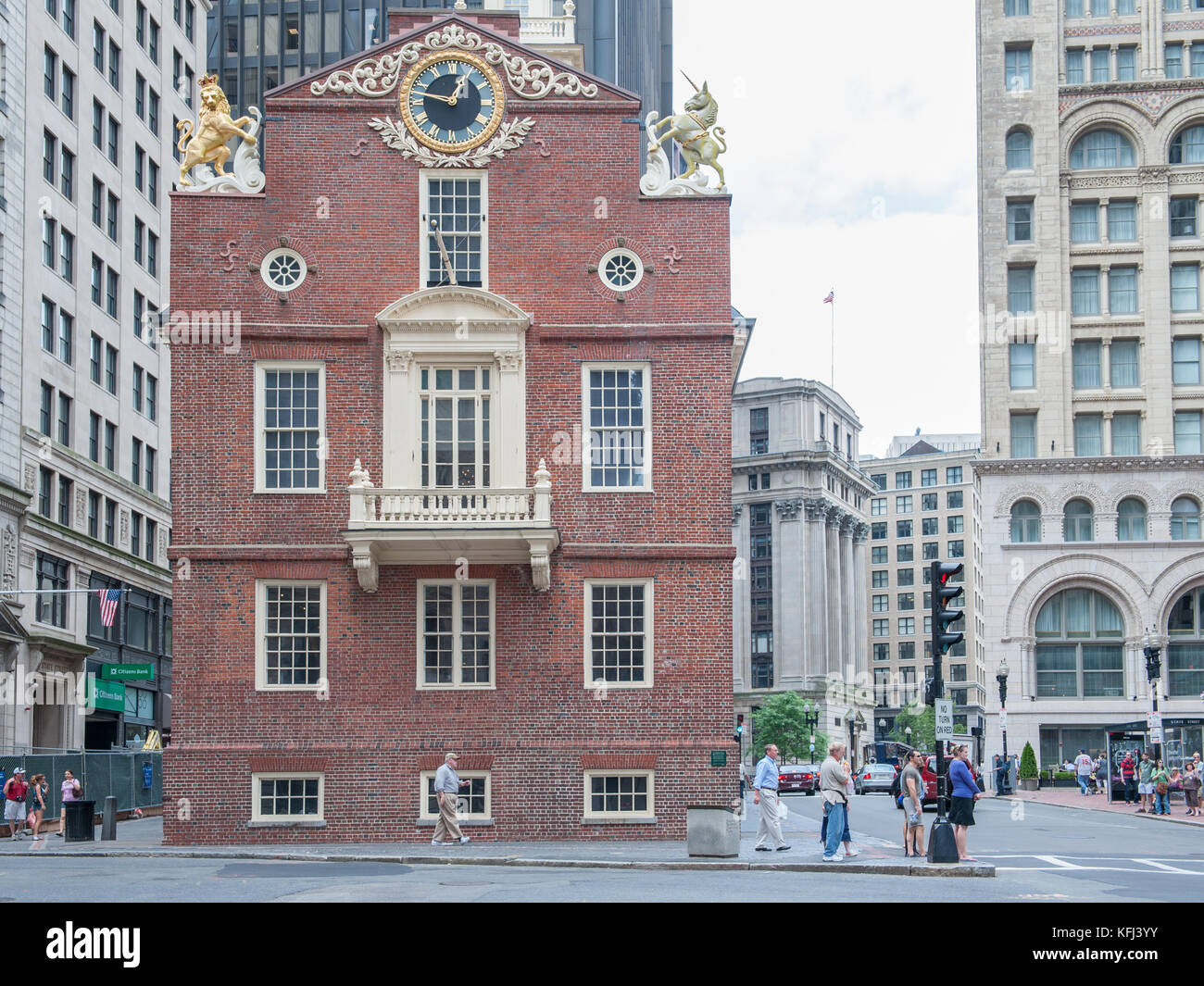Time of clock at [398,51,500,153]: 12:47
